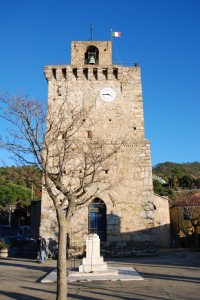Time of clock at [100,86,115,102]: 3:44
